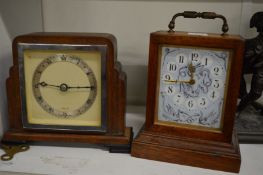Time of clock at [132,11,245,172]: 11:44
